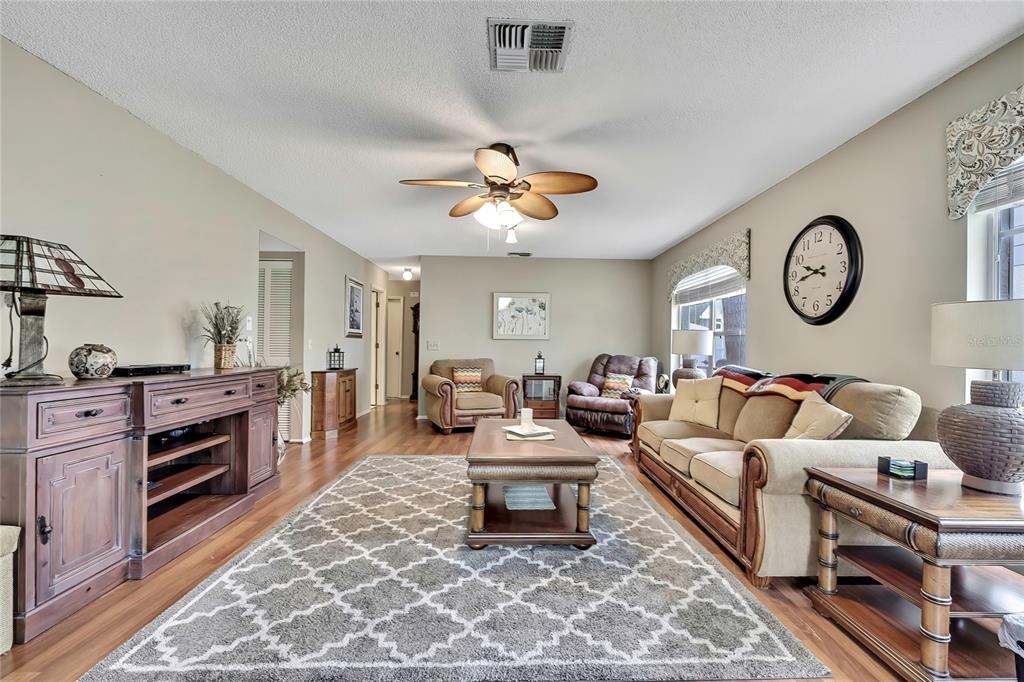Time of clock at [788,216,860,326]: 9:42
